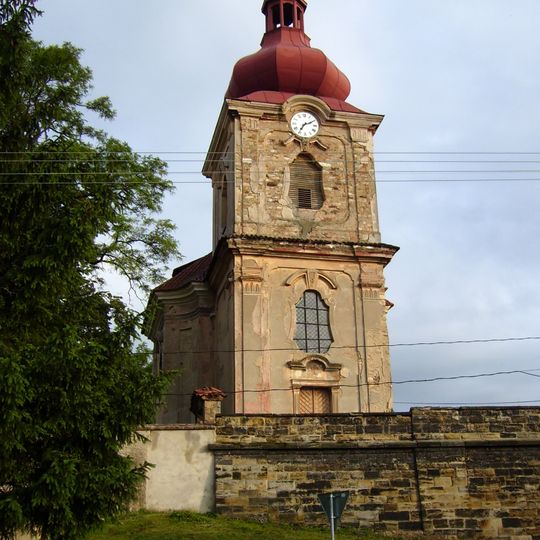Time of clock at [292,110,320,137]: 7:10
